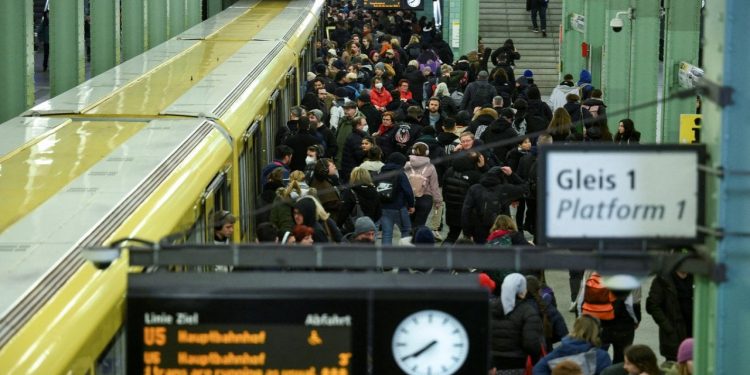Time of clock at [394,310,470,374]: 7:39
